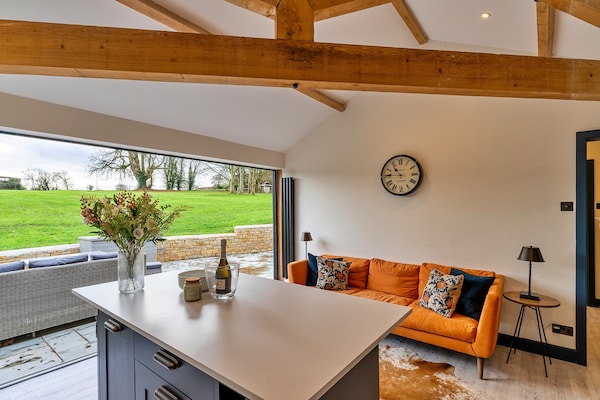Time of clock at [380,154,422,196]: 10:45
